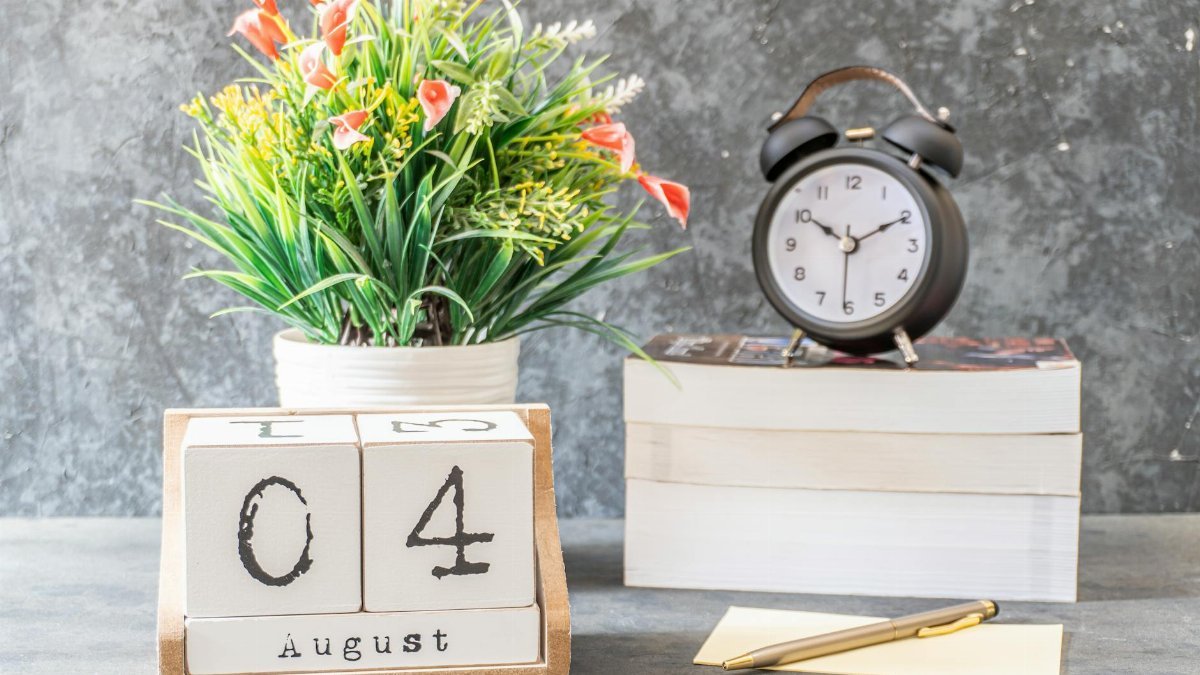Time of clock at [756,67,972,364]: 10:10
